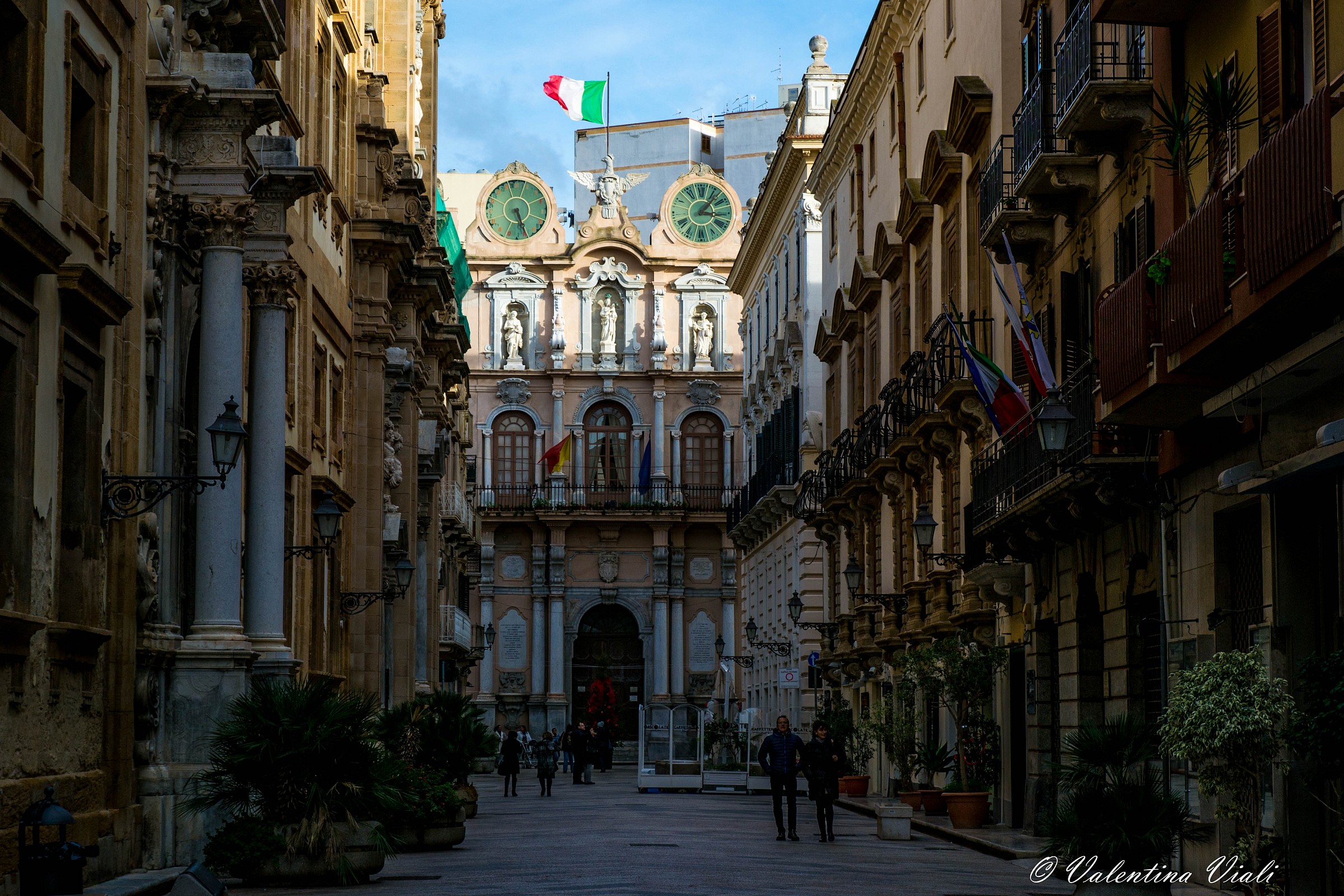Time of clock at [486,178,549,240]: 5:26
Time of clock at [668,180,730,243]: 3:07
